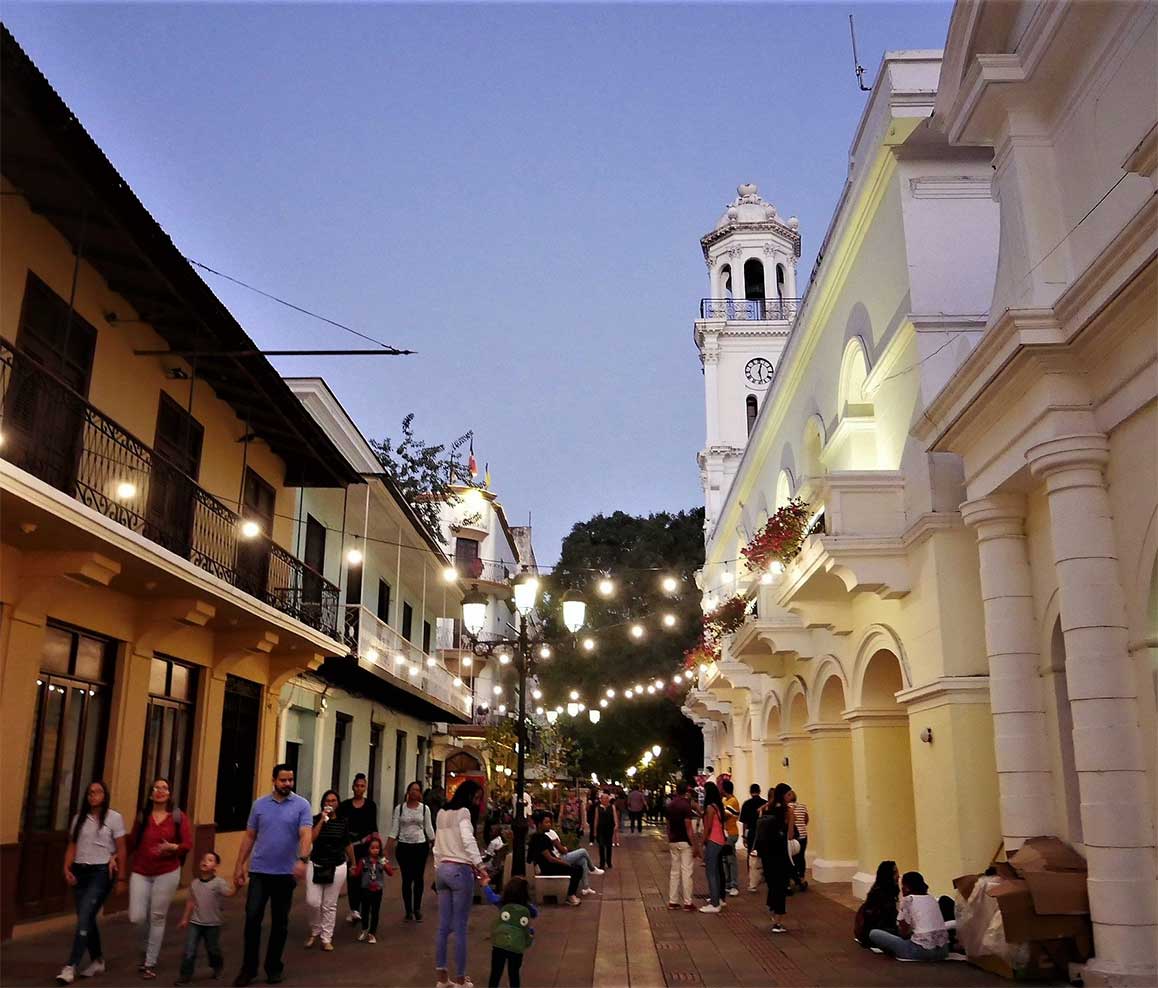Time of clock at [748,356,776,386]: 12:27
